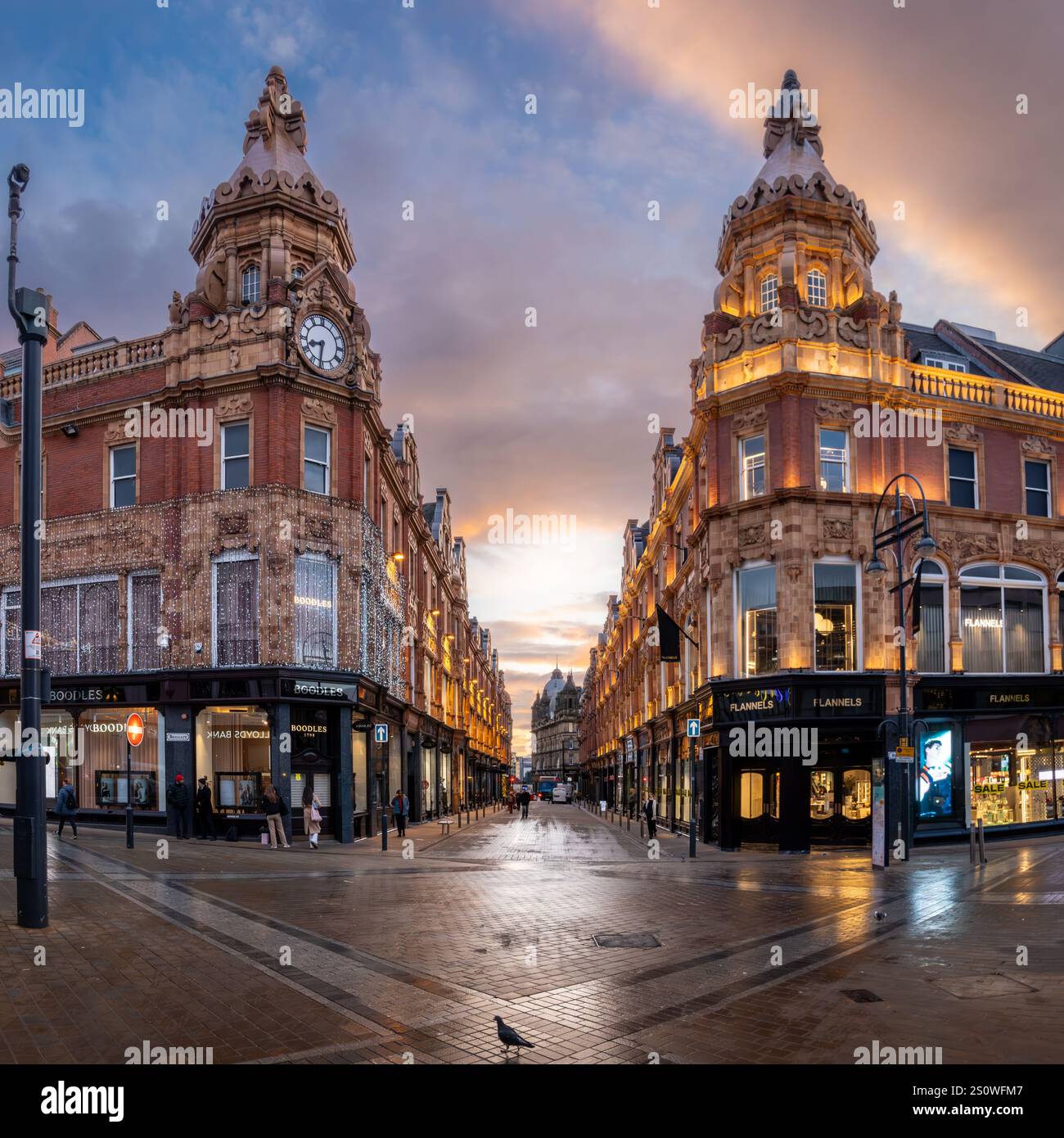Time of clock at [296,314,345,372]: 8:31
